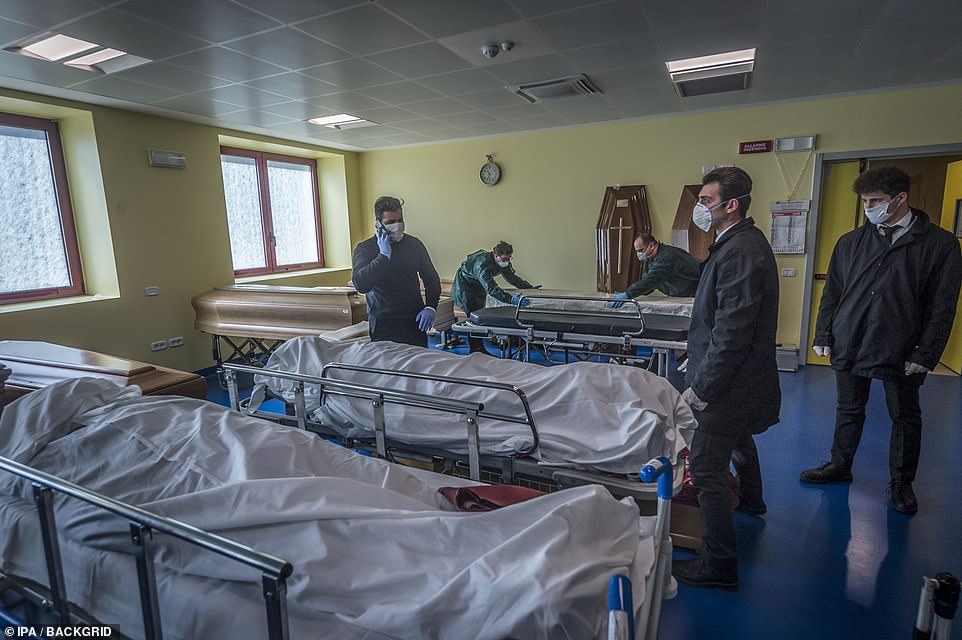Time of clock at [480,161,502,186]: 10:34
